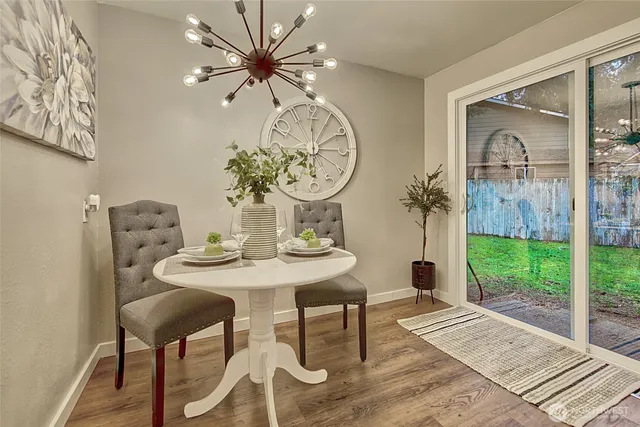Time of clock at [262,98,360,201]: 12:09
